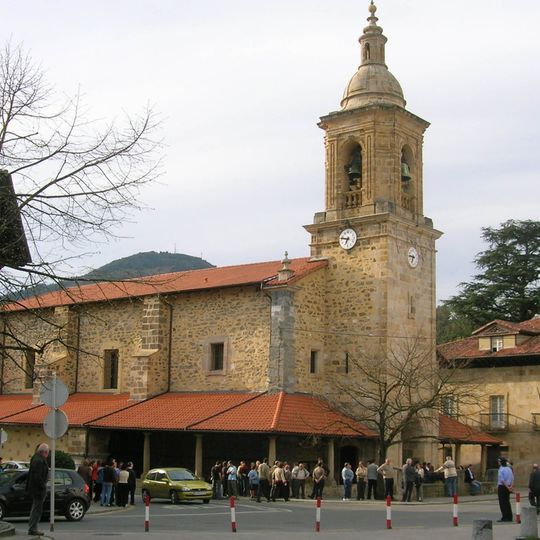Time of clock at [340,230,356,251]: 6:47
